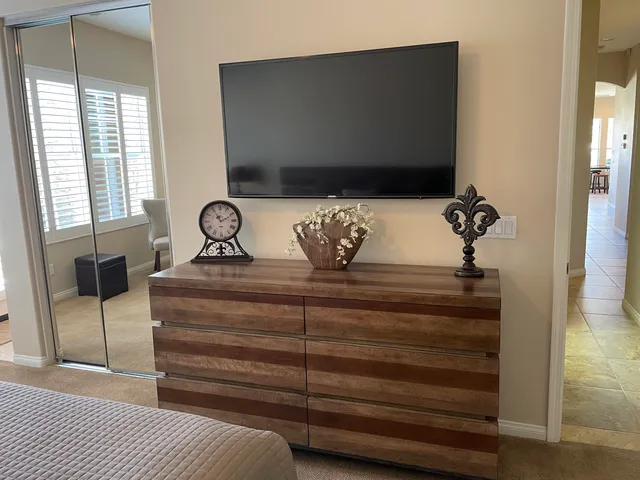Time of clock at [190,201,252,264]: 11:10
